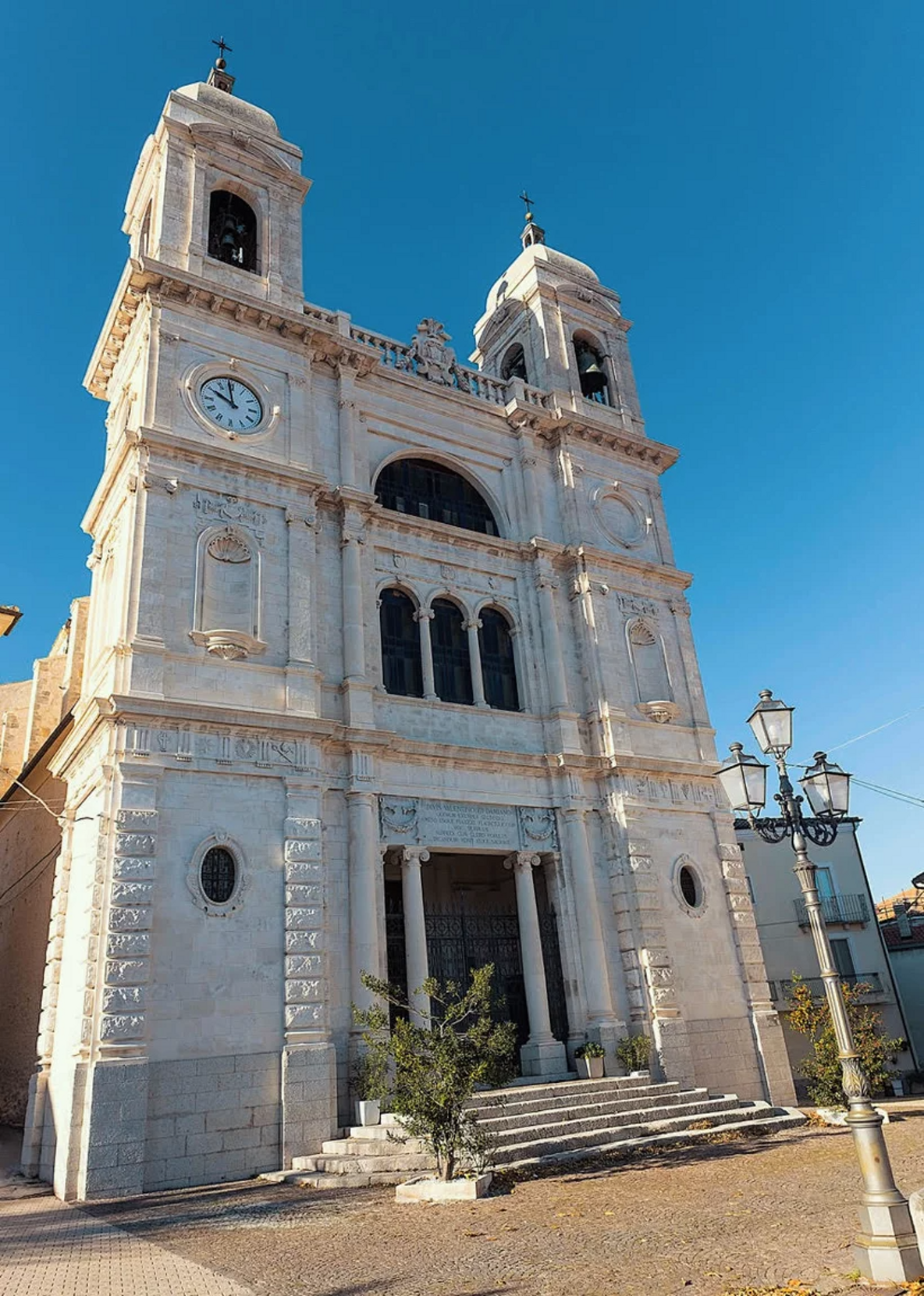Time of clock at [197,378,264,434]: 9:58
